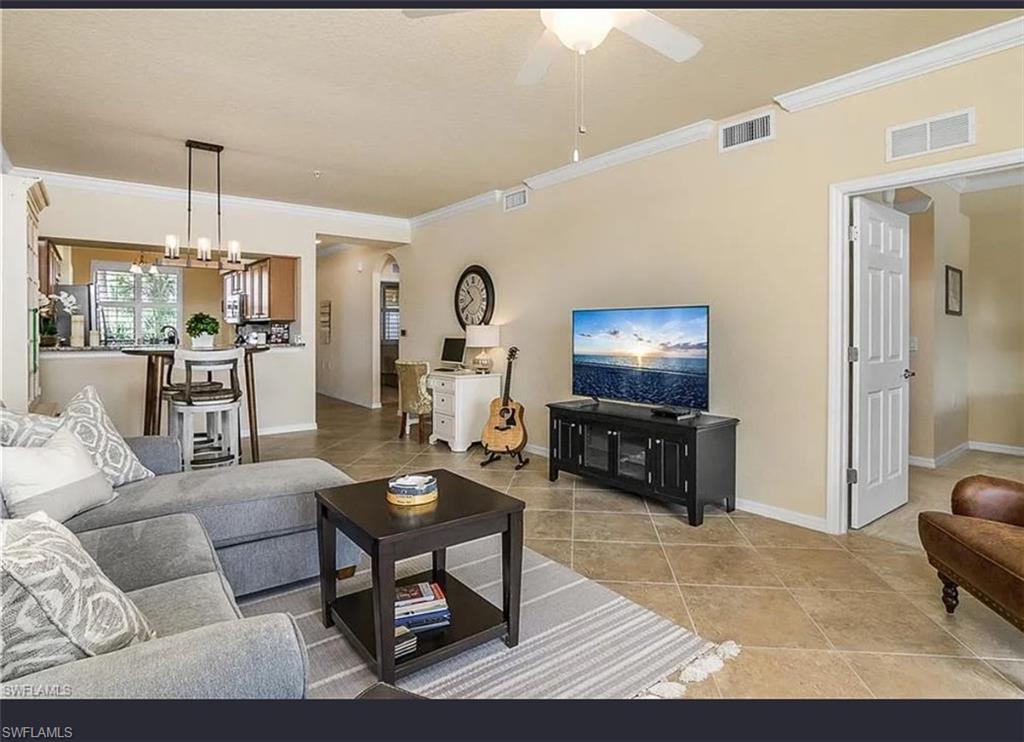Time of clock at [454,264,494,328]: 10:39
